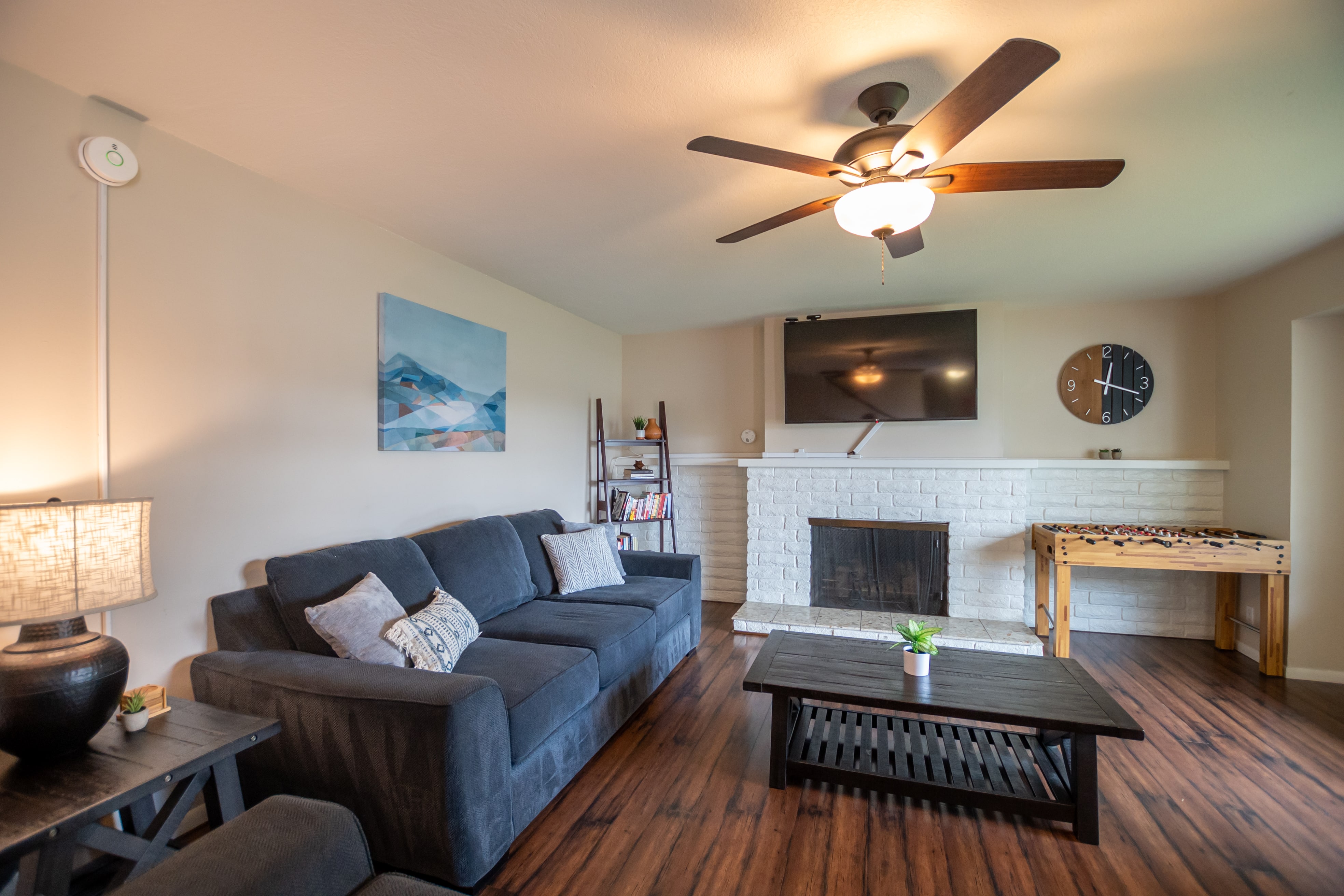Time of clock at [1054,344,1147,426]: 12:18
